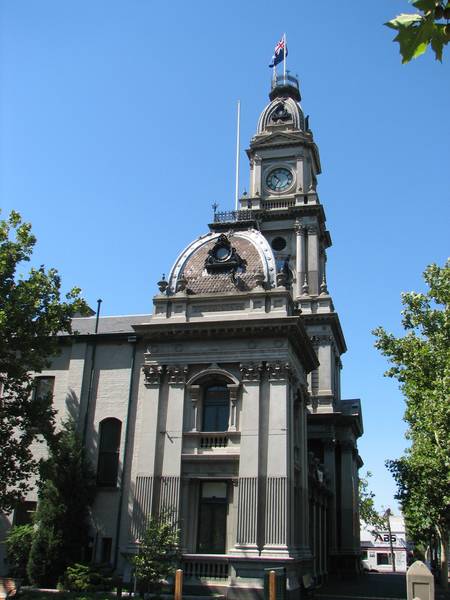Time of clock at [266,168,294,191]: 10:35
